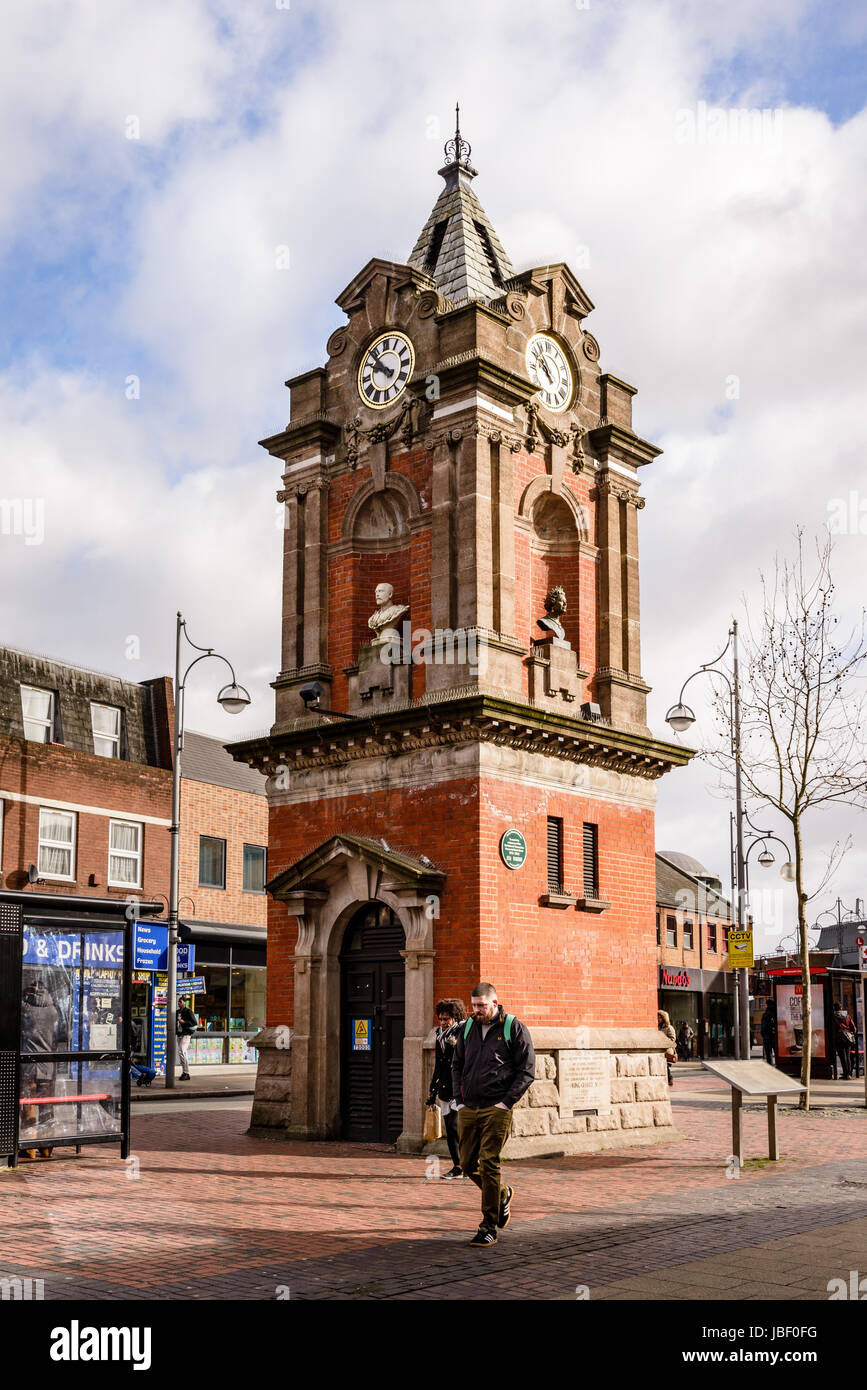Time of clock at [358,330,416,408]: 9:52
